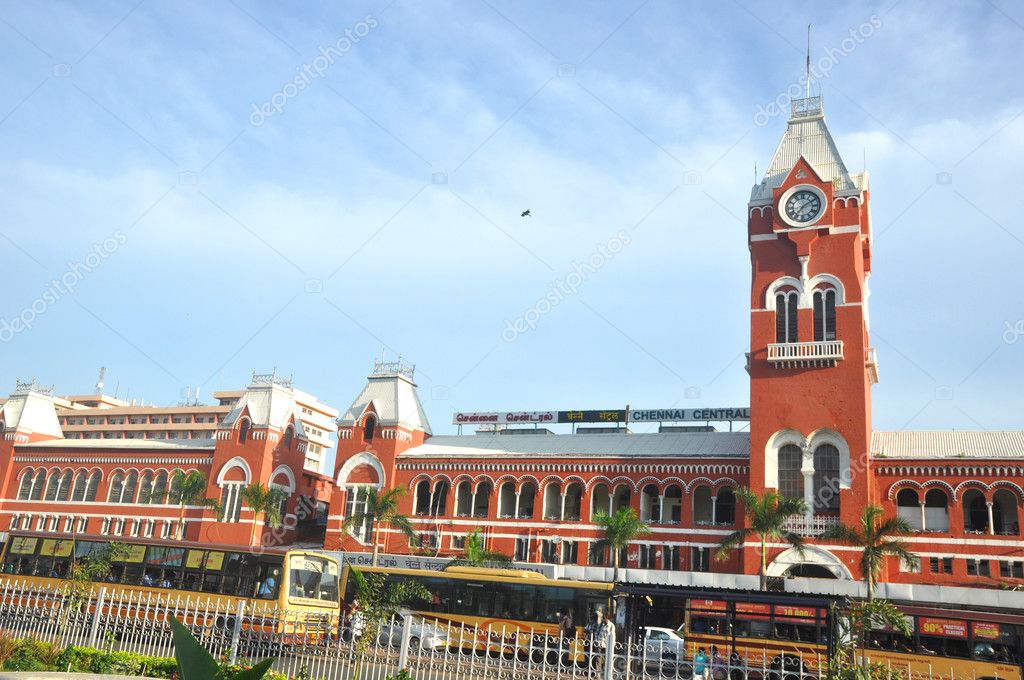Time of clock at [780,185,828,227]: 7:09
